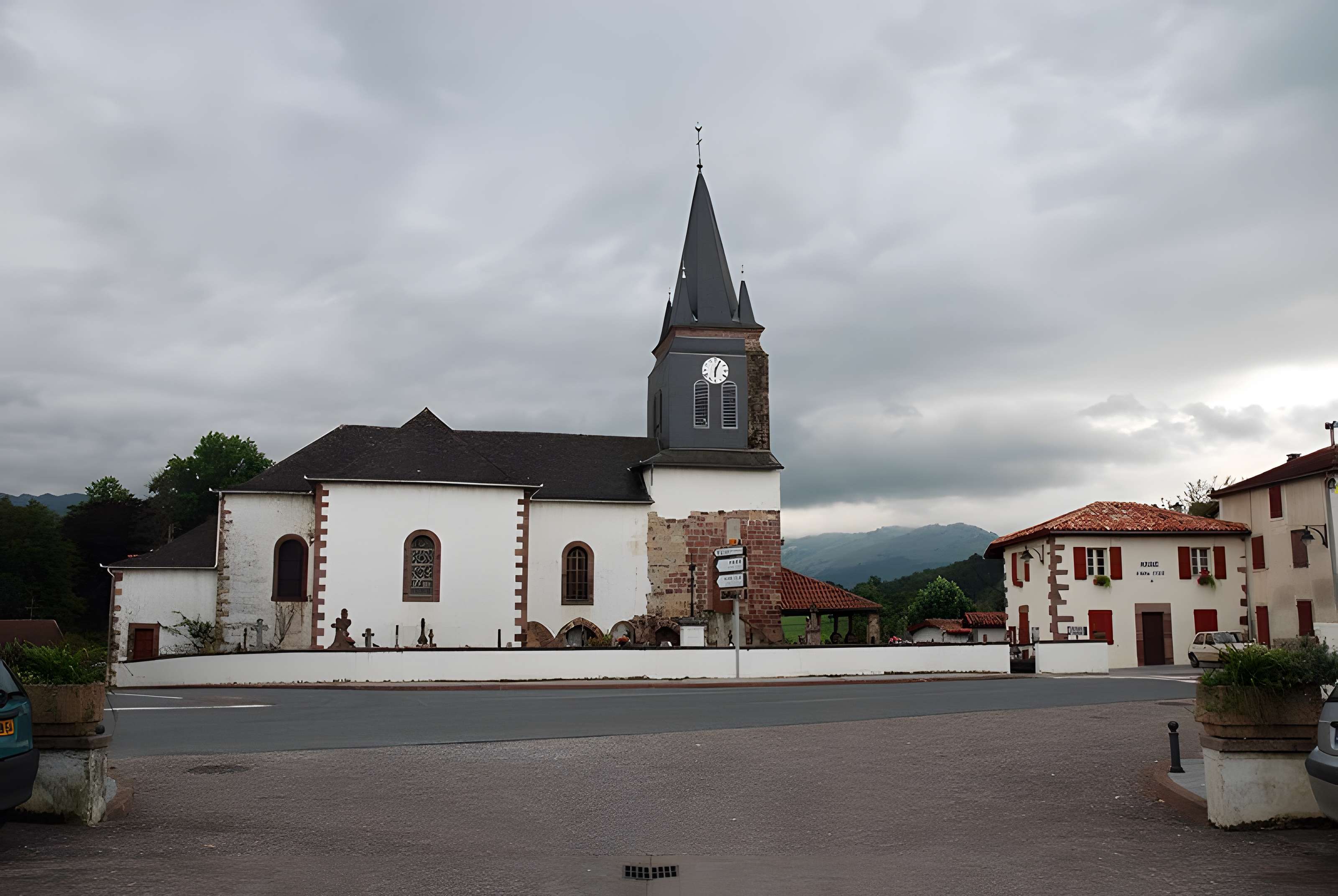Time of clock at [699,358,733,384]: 6:04
